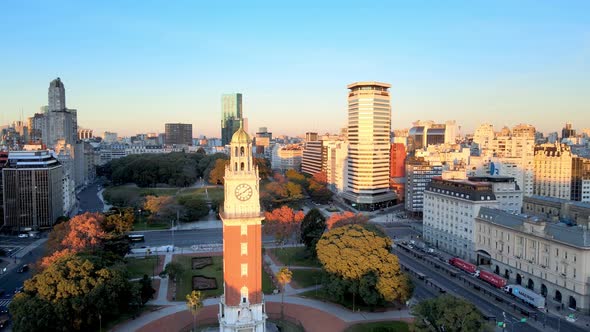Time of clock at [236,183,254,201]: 8:08
